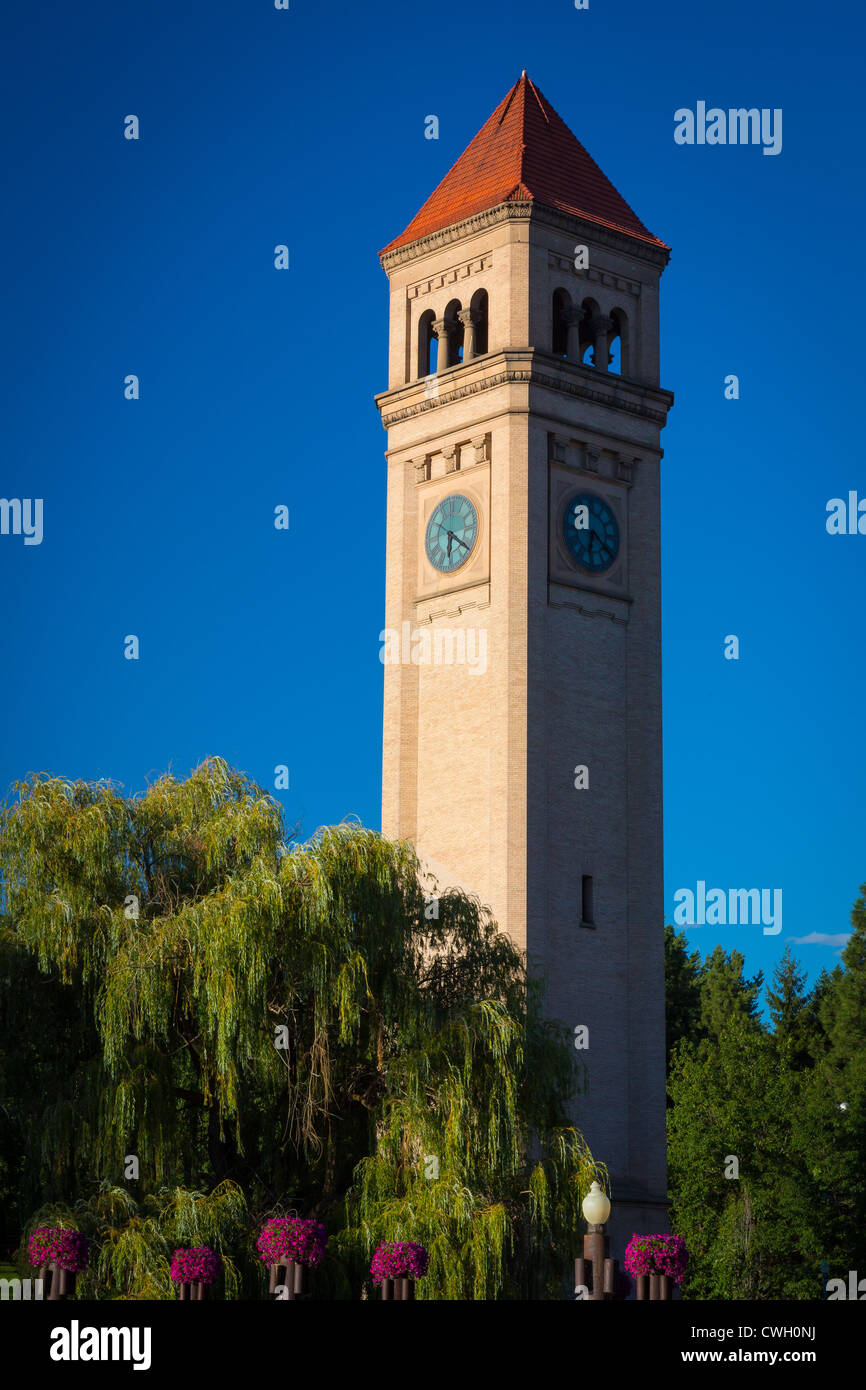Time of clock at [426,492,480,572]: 6:20
